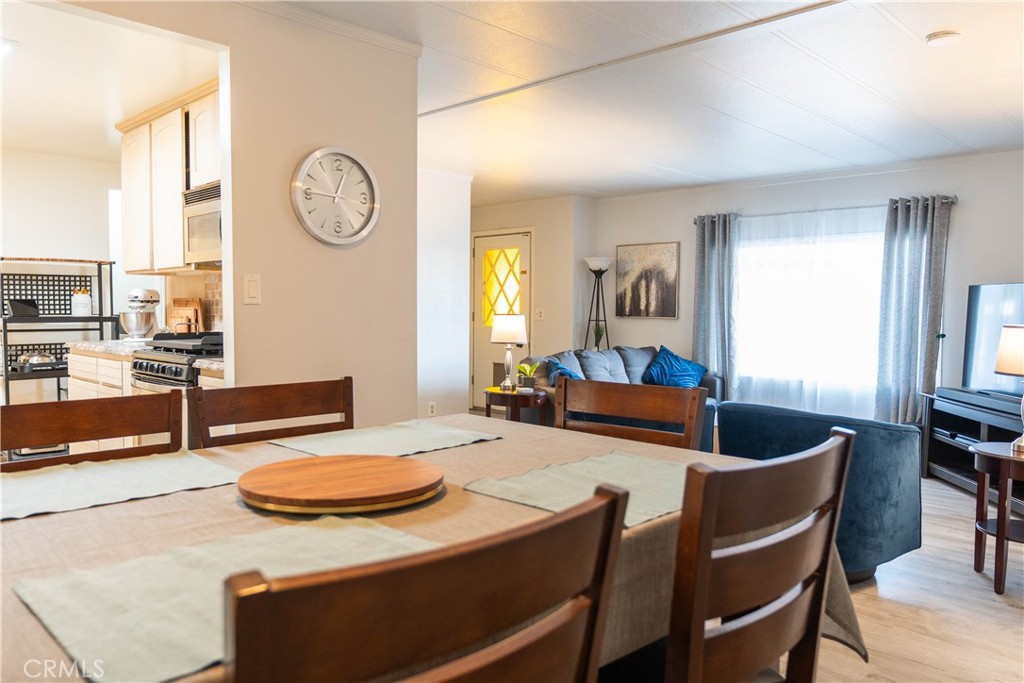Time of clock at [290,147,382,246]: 12:46
